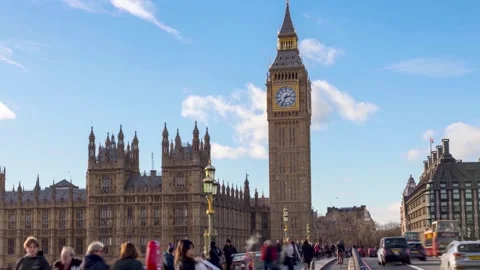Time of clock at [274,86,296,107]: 2:34
